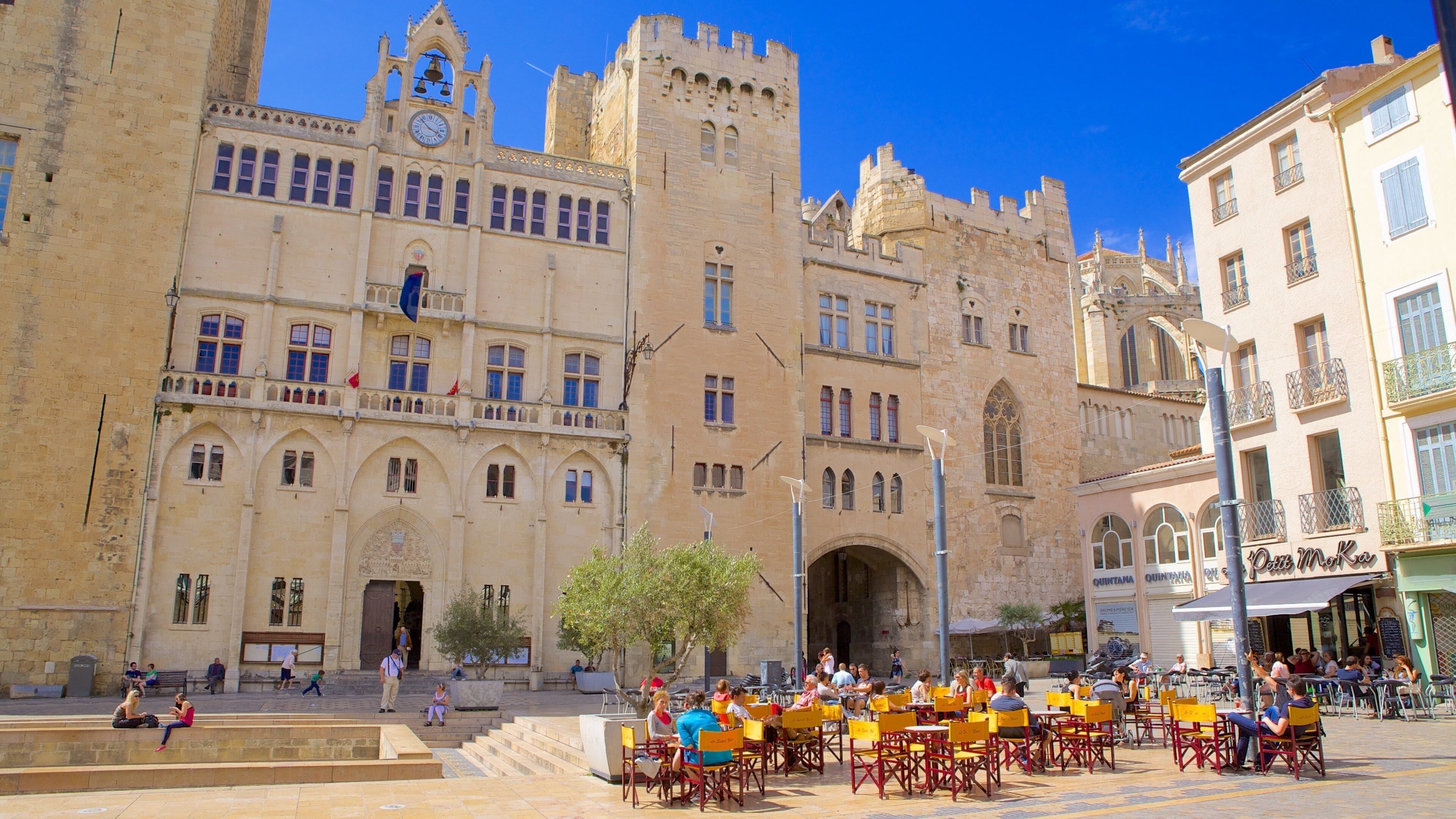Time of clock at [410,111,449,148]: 3:52
